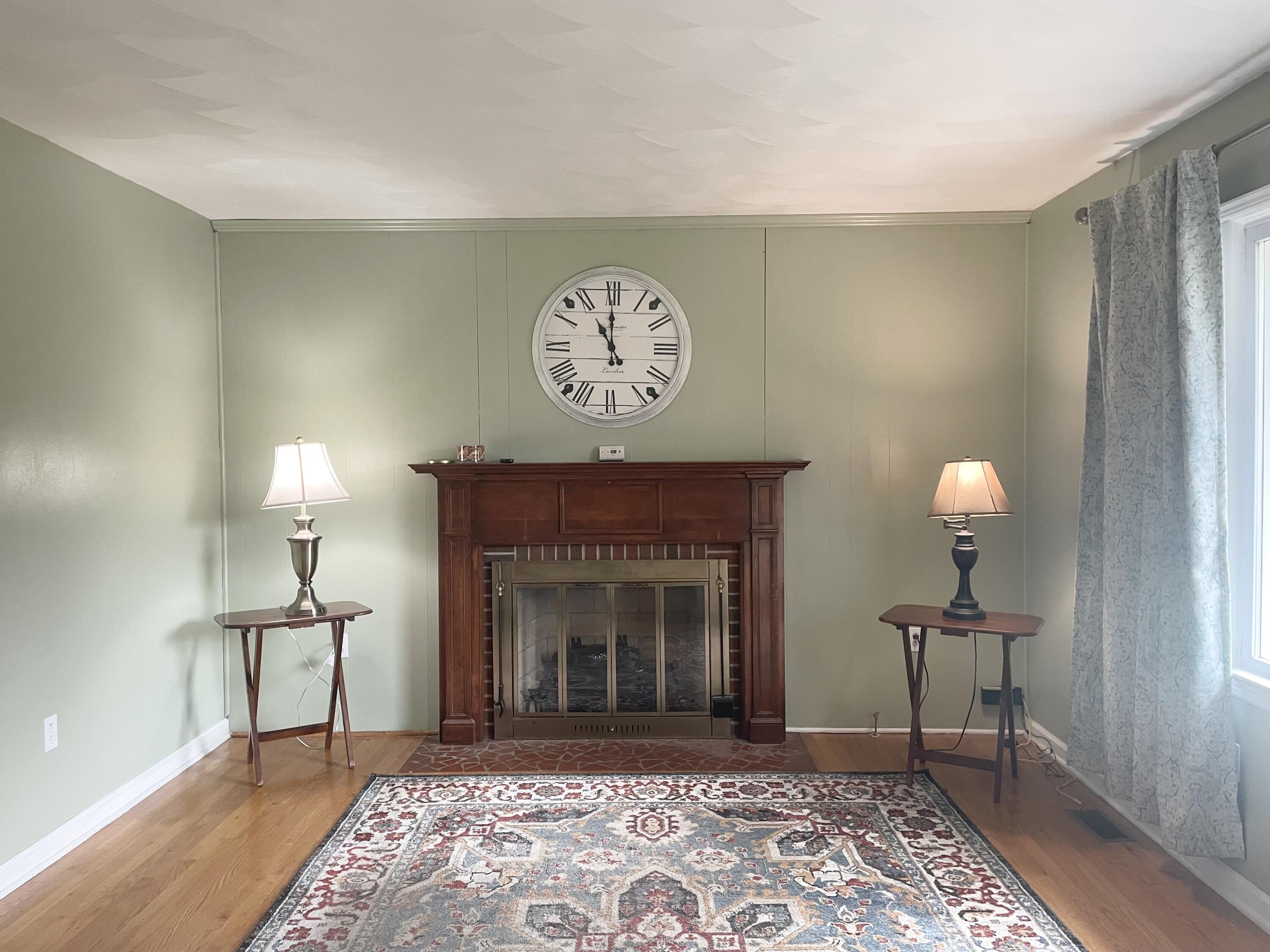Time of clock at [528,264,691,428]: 10:59
